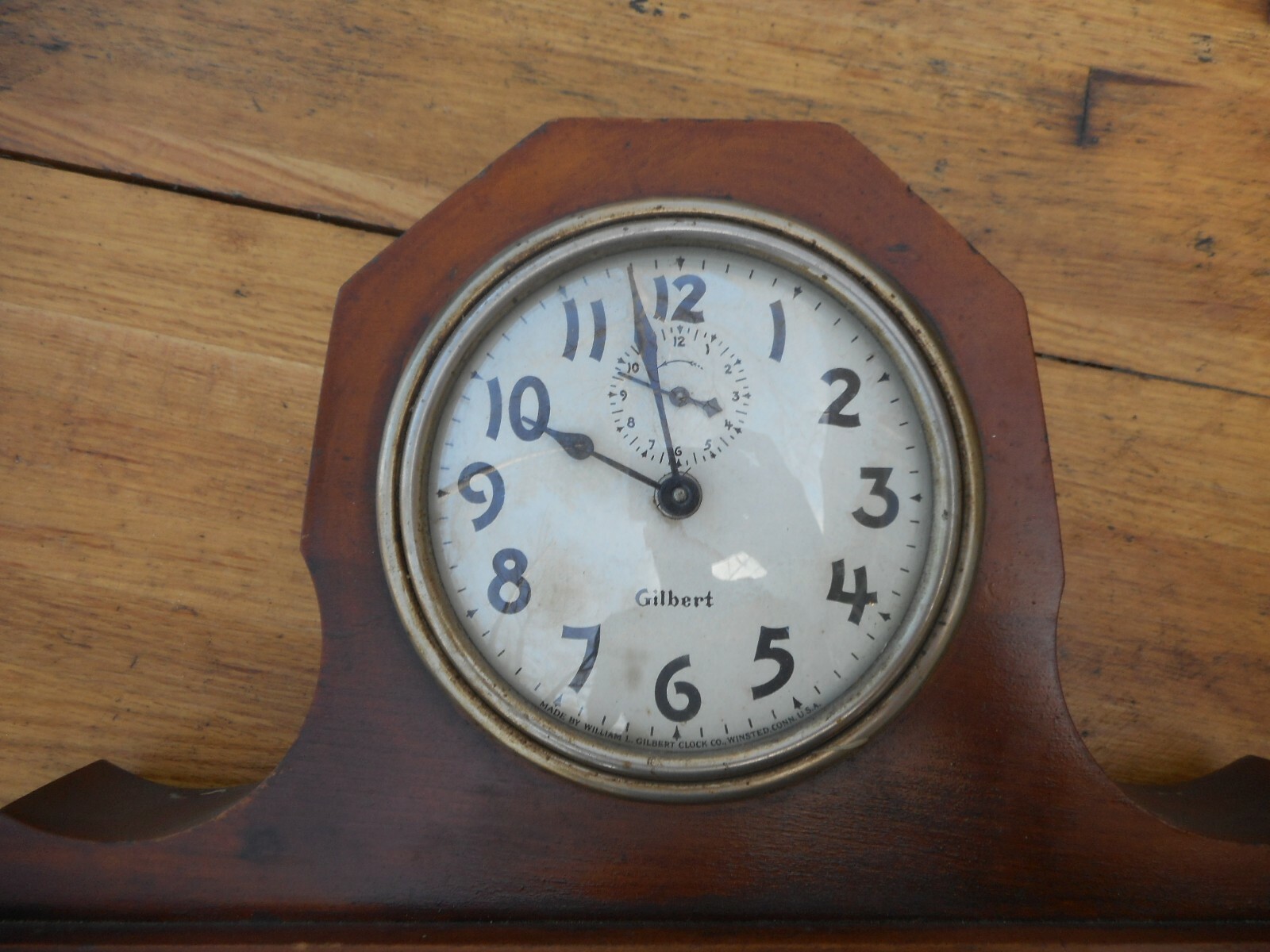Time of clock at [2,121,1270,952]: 9:57
